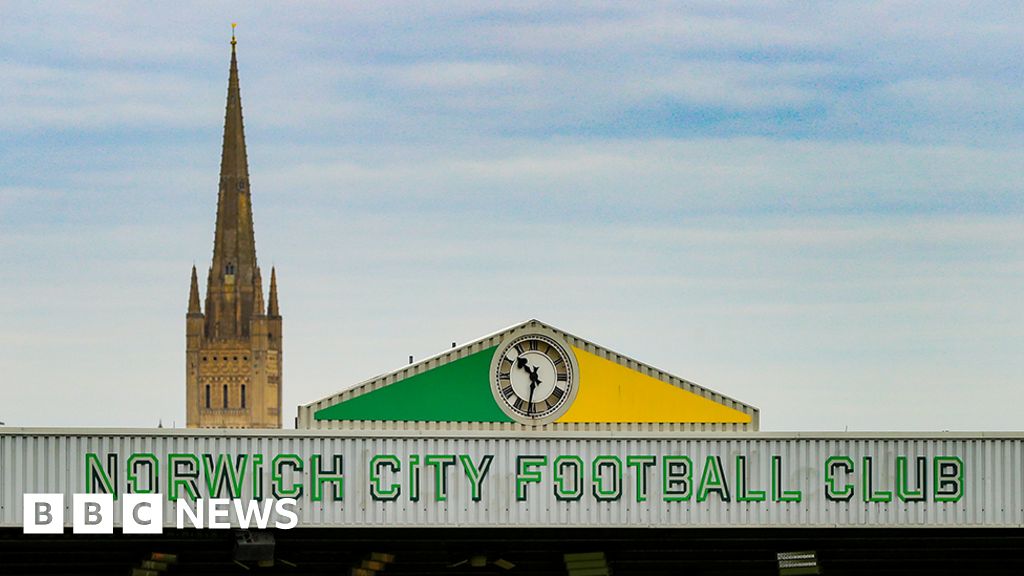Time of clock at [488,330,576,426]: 10:31
